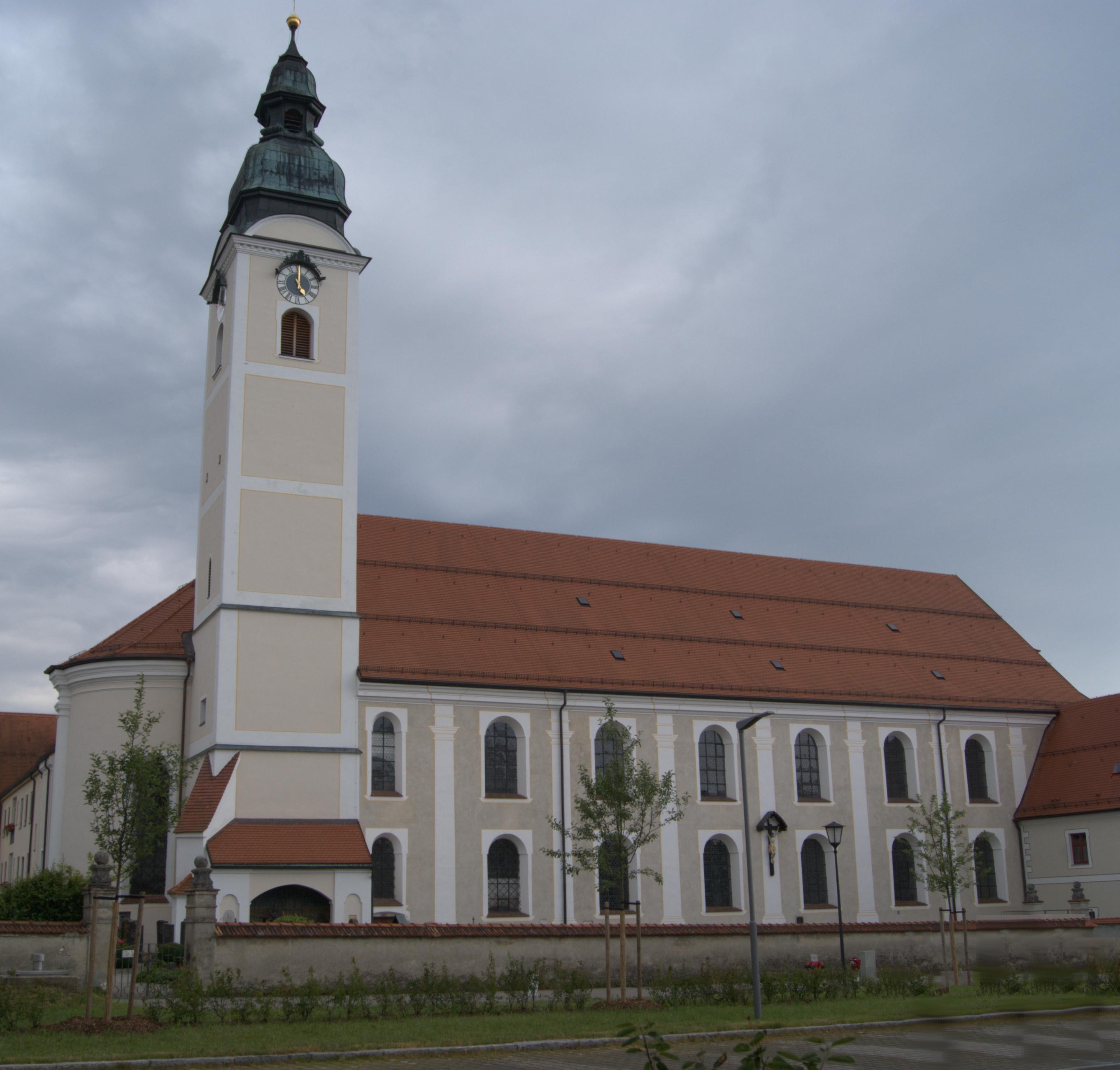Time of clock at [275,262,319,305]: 5:00
